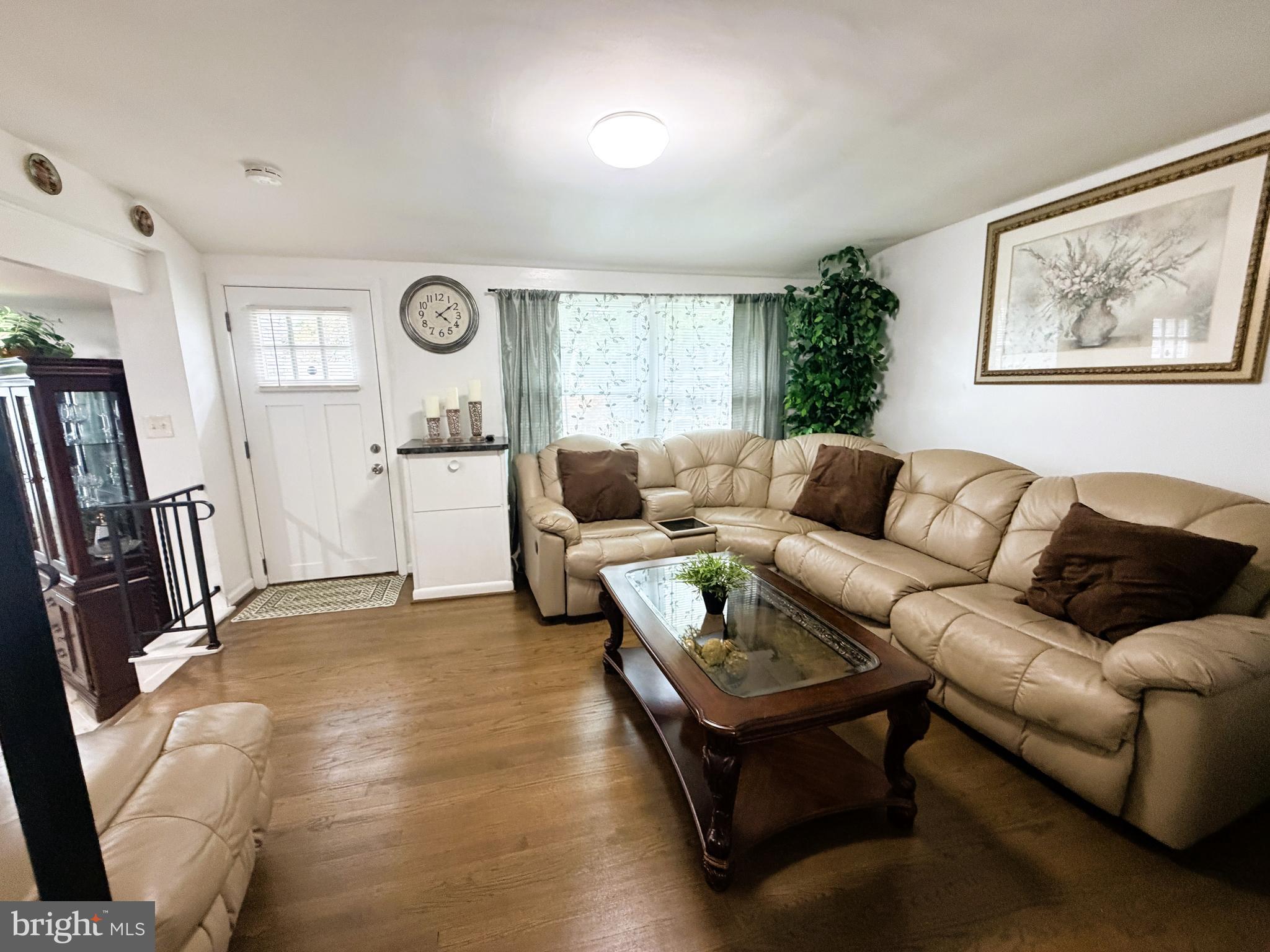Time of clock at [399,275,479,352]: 4:08
